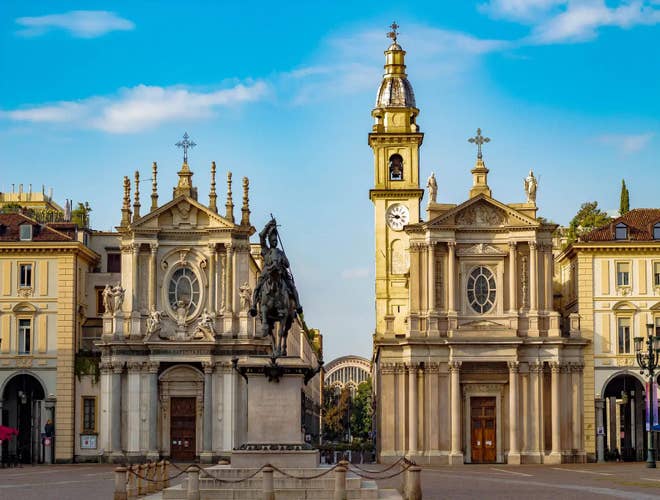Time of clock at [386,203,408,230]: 8:48
